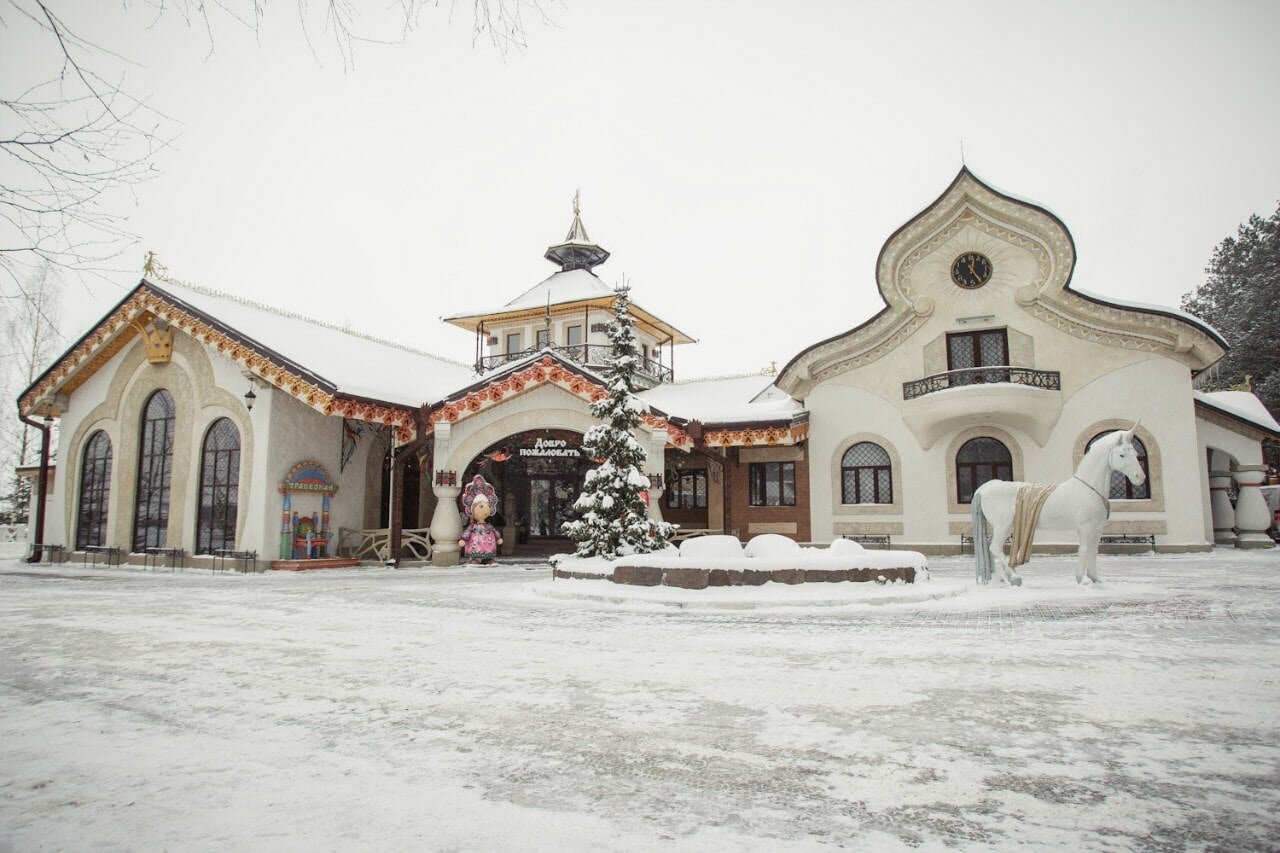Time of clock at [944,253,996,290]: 12:24
